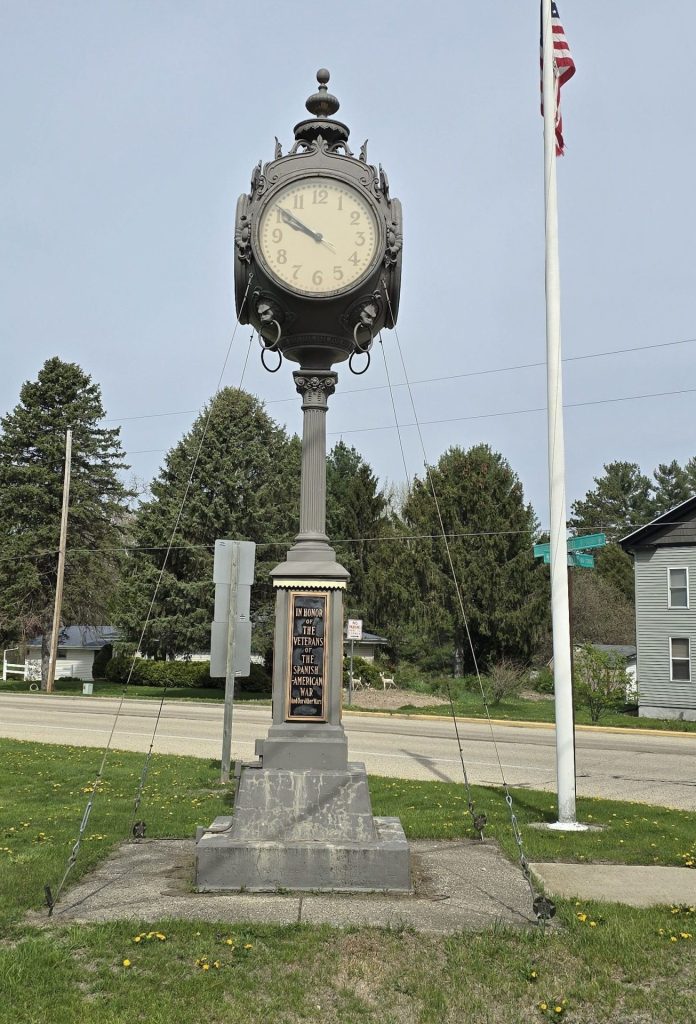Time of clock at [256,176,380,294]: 9:50
